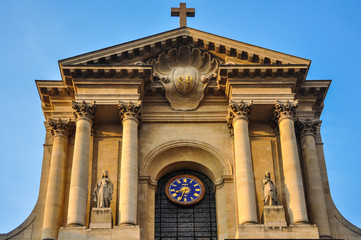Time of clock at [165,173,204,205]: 8:33
